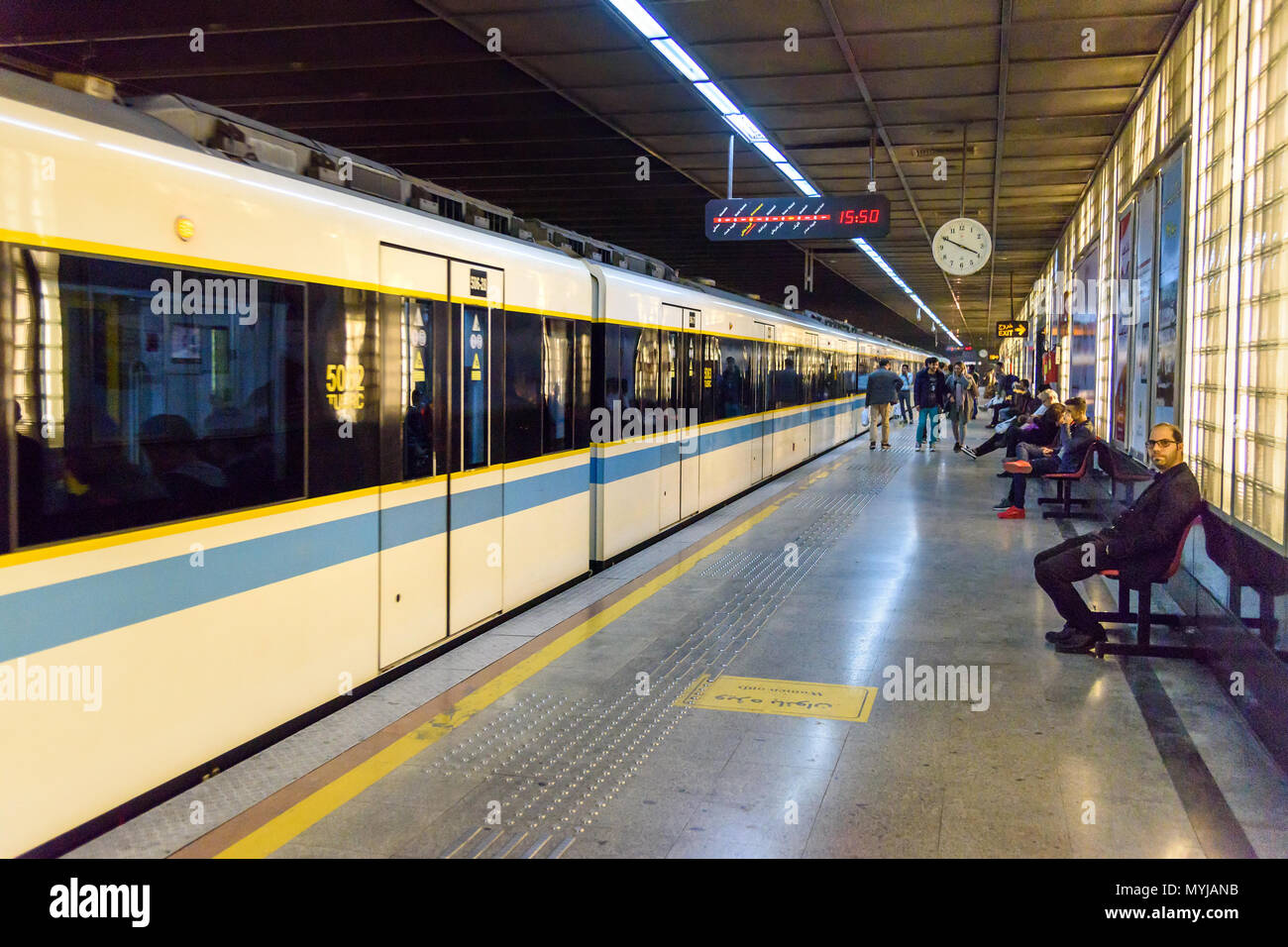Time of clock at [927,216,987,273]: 3:49
